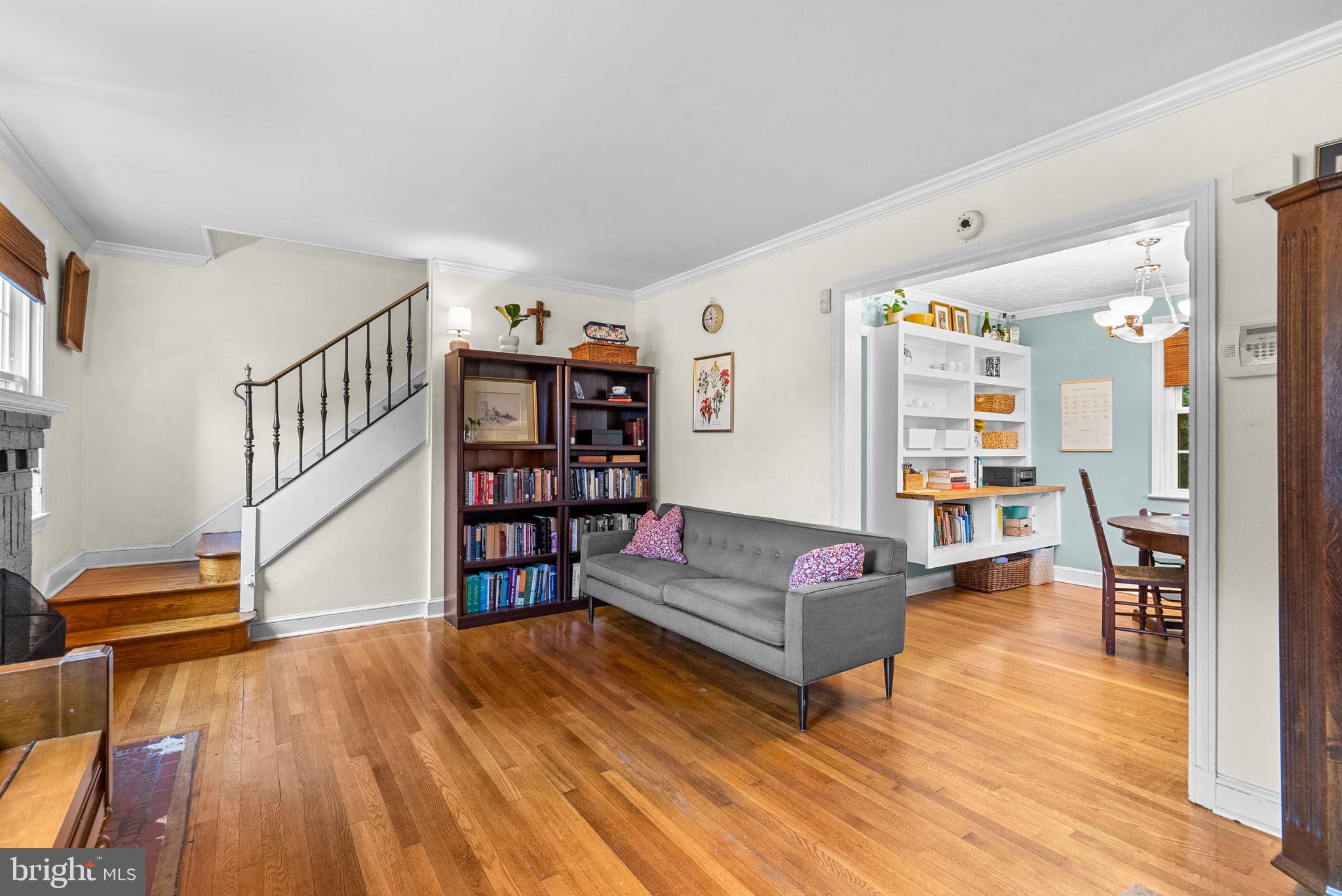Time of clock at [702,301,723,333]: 11:44
